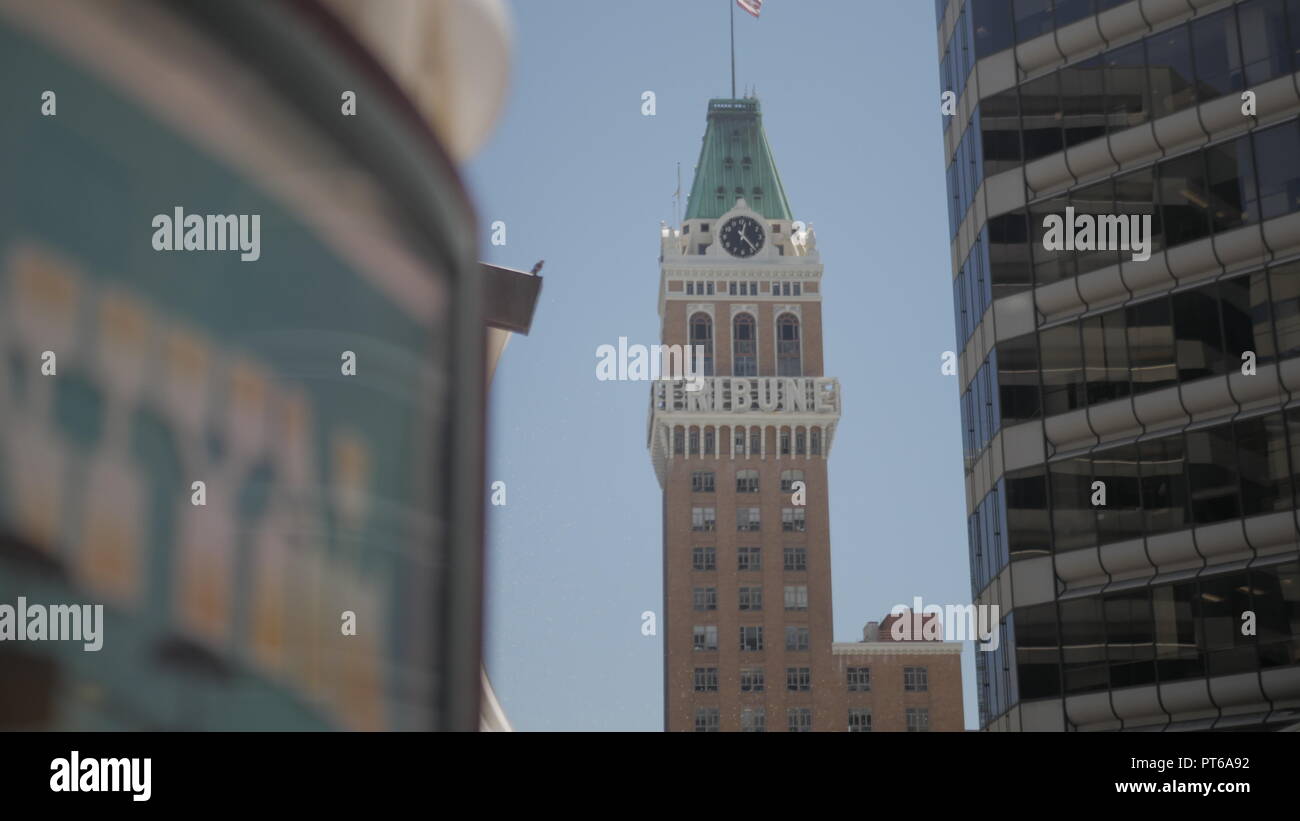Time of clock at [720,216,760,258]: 12:23
